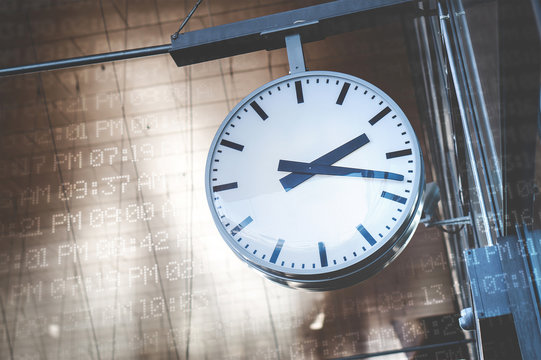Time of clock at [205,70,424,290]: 2:17
